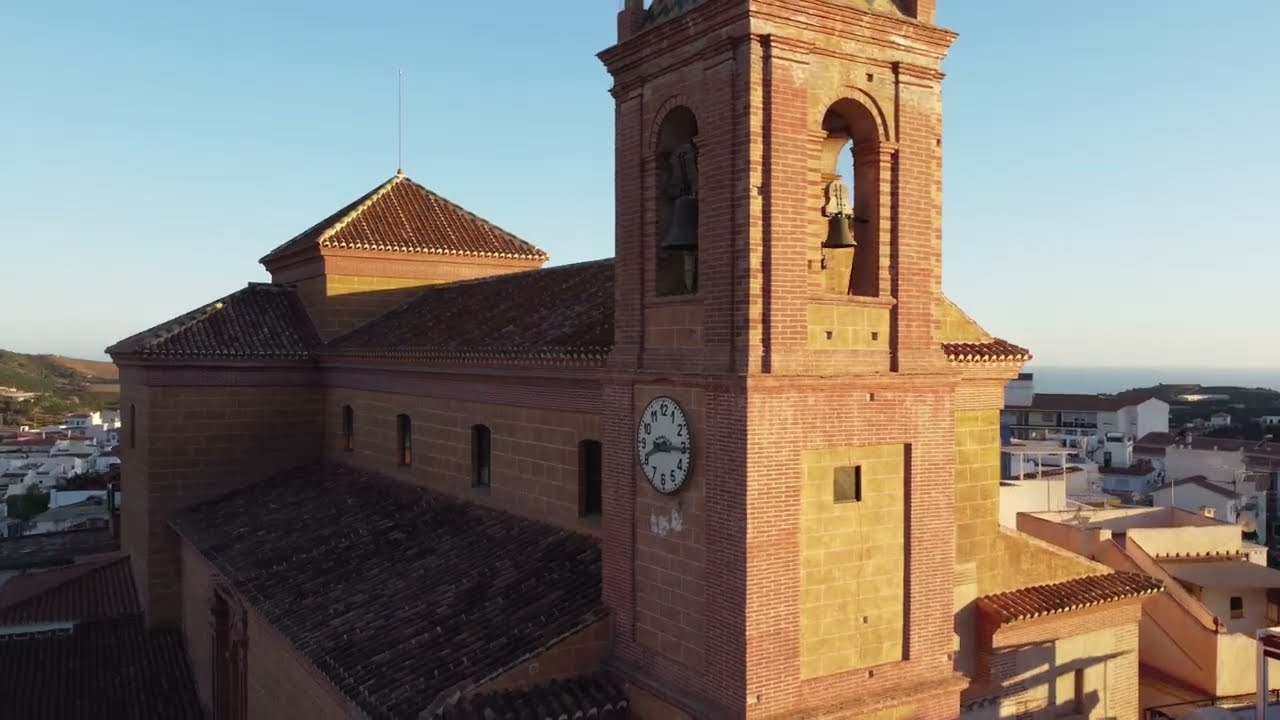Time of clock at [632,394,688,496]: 8:15
